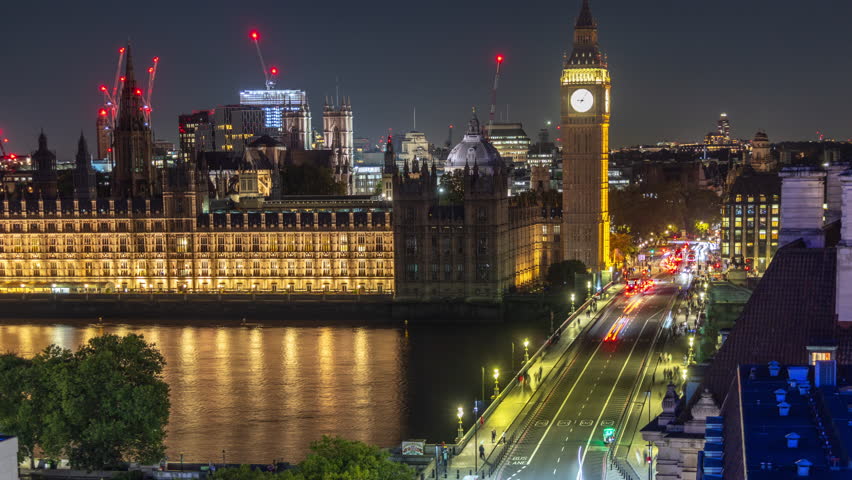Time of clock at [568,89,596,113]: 9:05
